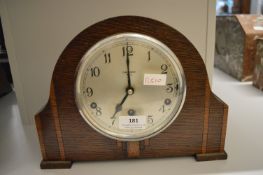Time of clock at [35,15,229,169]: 7:00
